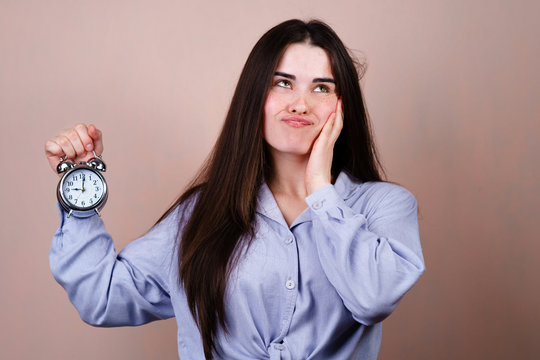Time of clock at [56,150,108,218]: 9:01
